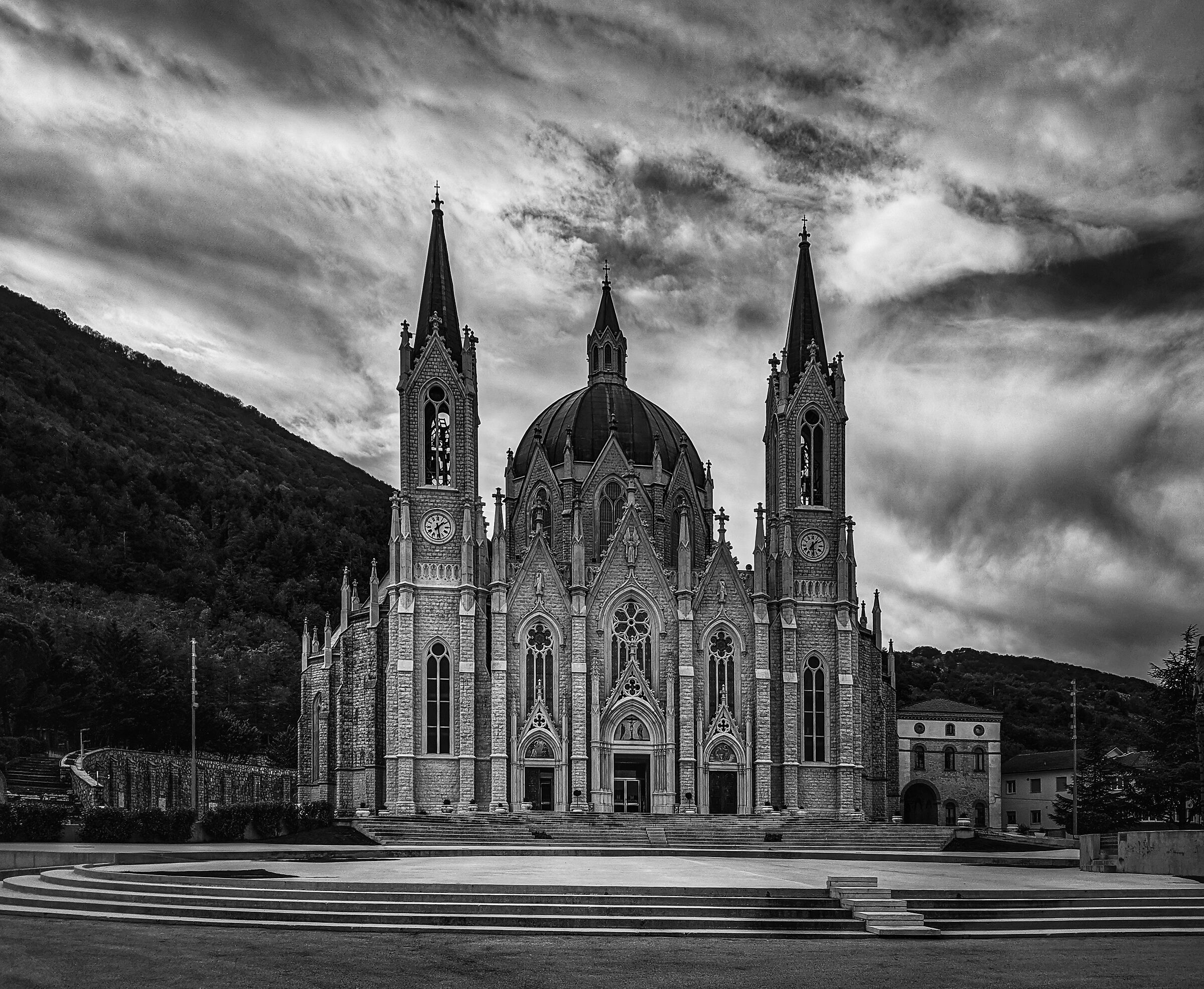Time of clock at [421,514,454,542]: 1:28
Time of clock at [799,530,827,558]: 1:28
